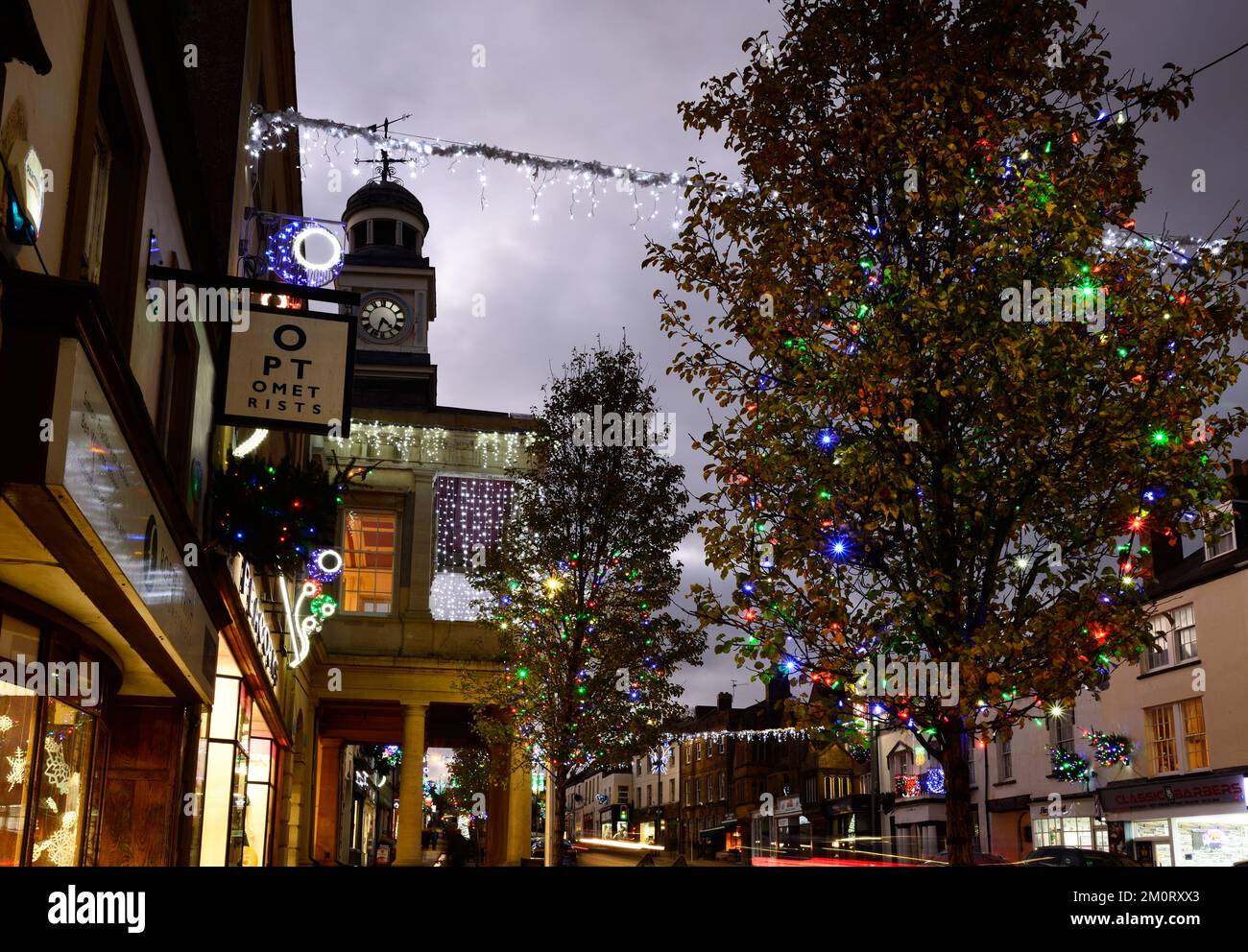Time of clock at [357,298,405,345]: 4:33
